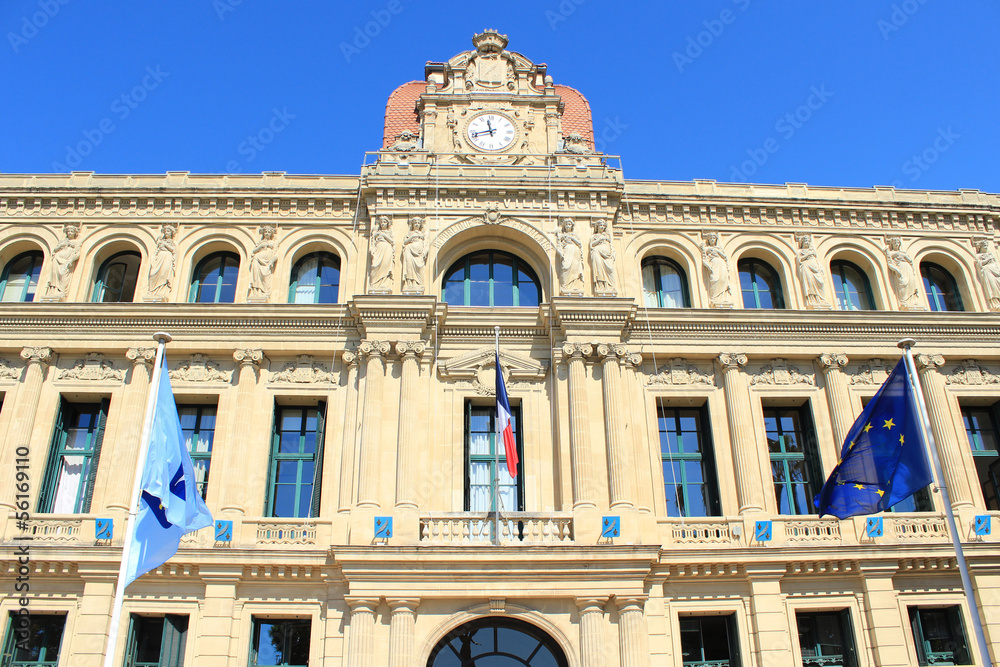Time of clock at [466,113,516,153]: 11:42
